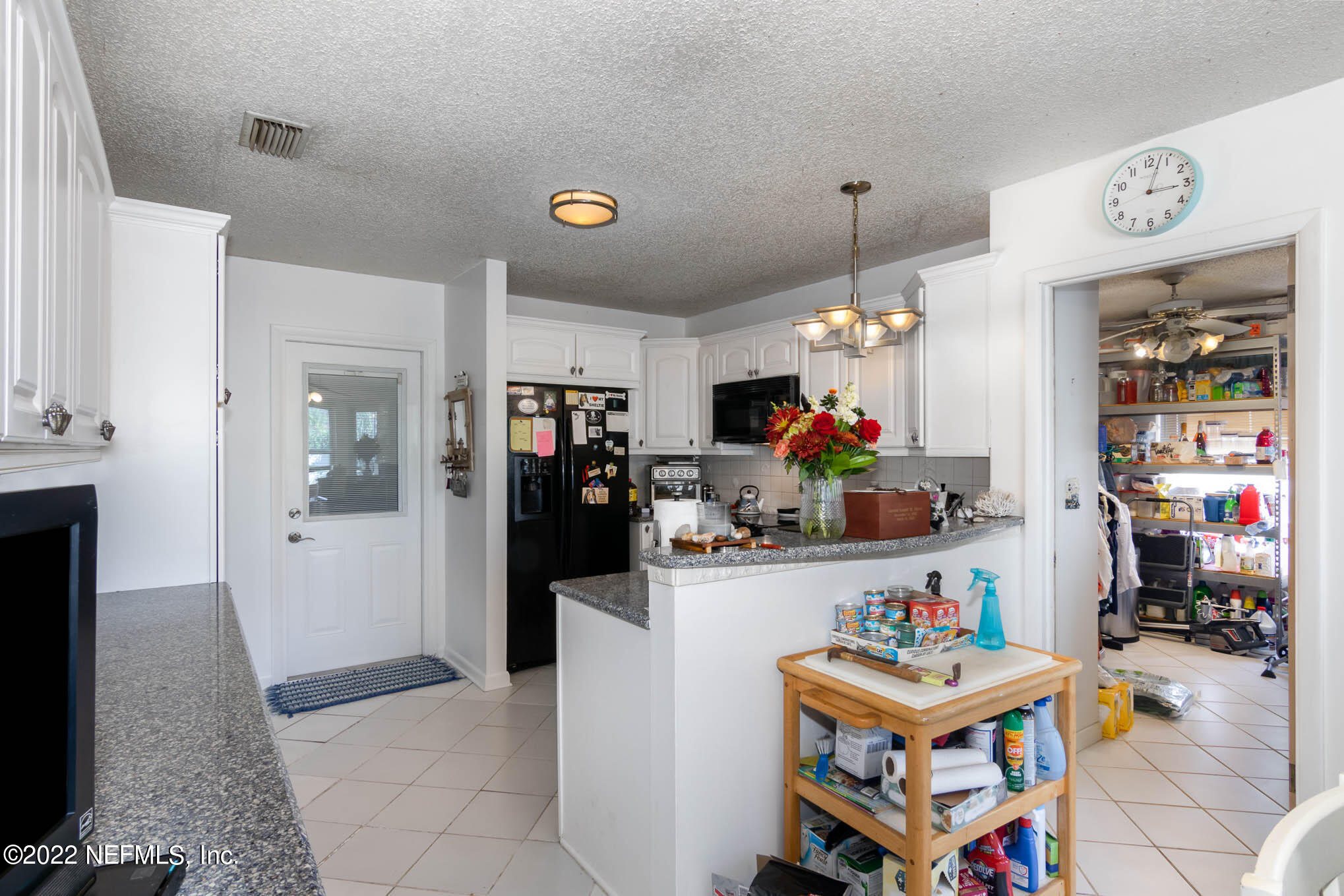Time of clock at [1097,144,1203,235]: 3:02
